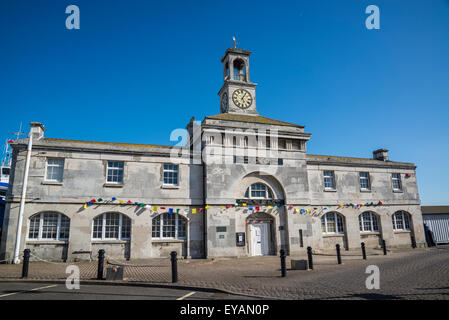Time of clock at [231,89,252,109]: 5:05
